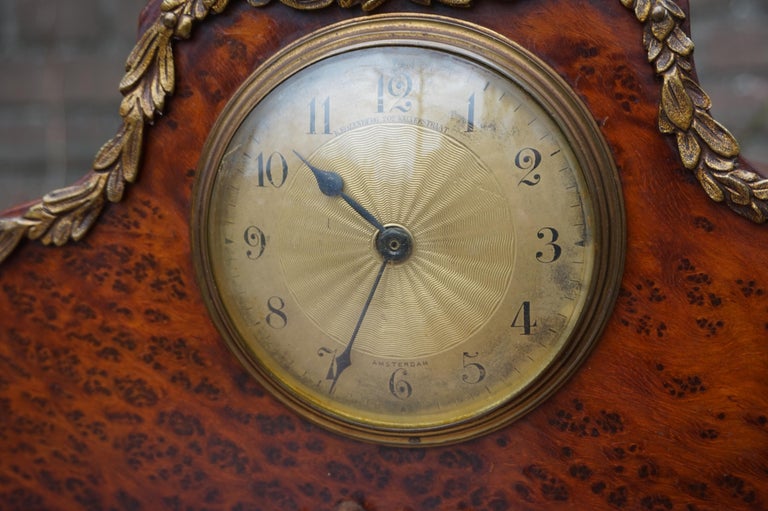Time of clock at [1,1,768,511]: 10:34
